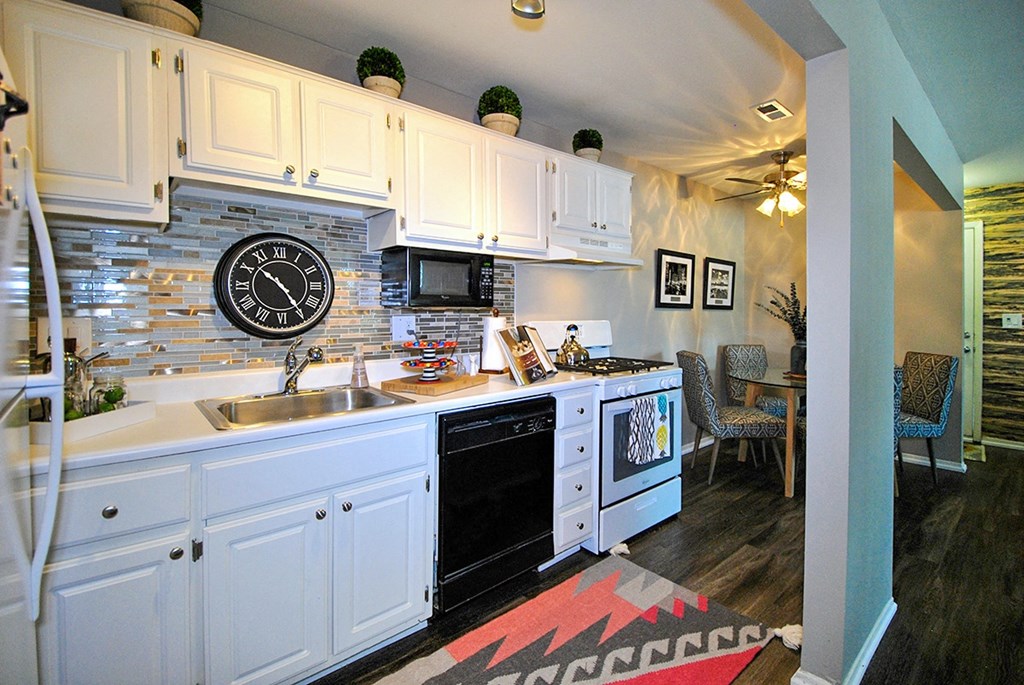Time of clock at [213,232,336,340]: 10:24
